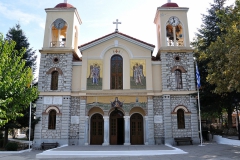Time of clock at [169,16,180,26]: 11:37
